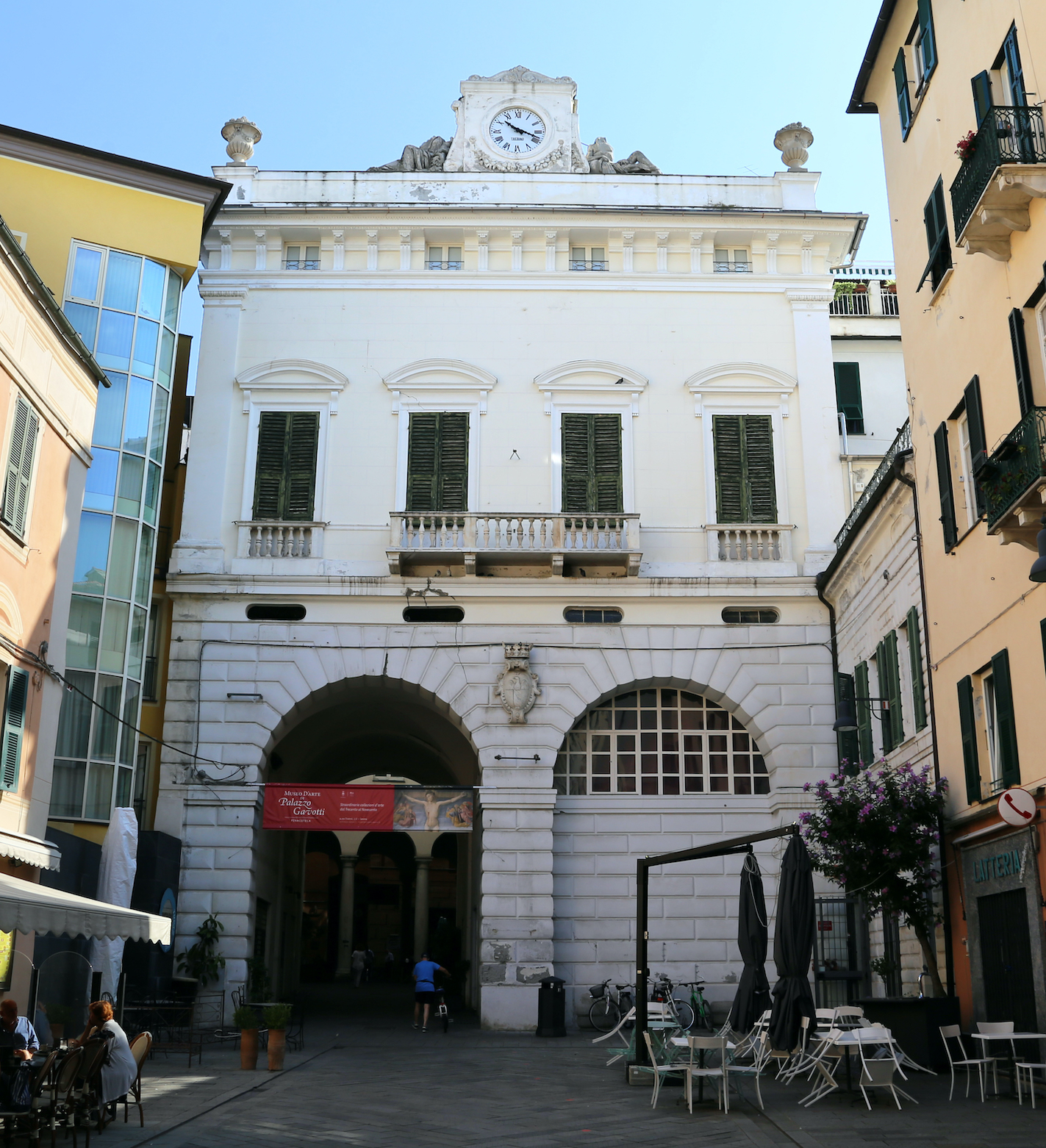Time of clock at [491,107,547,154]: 10:18
